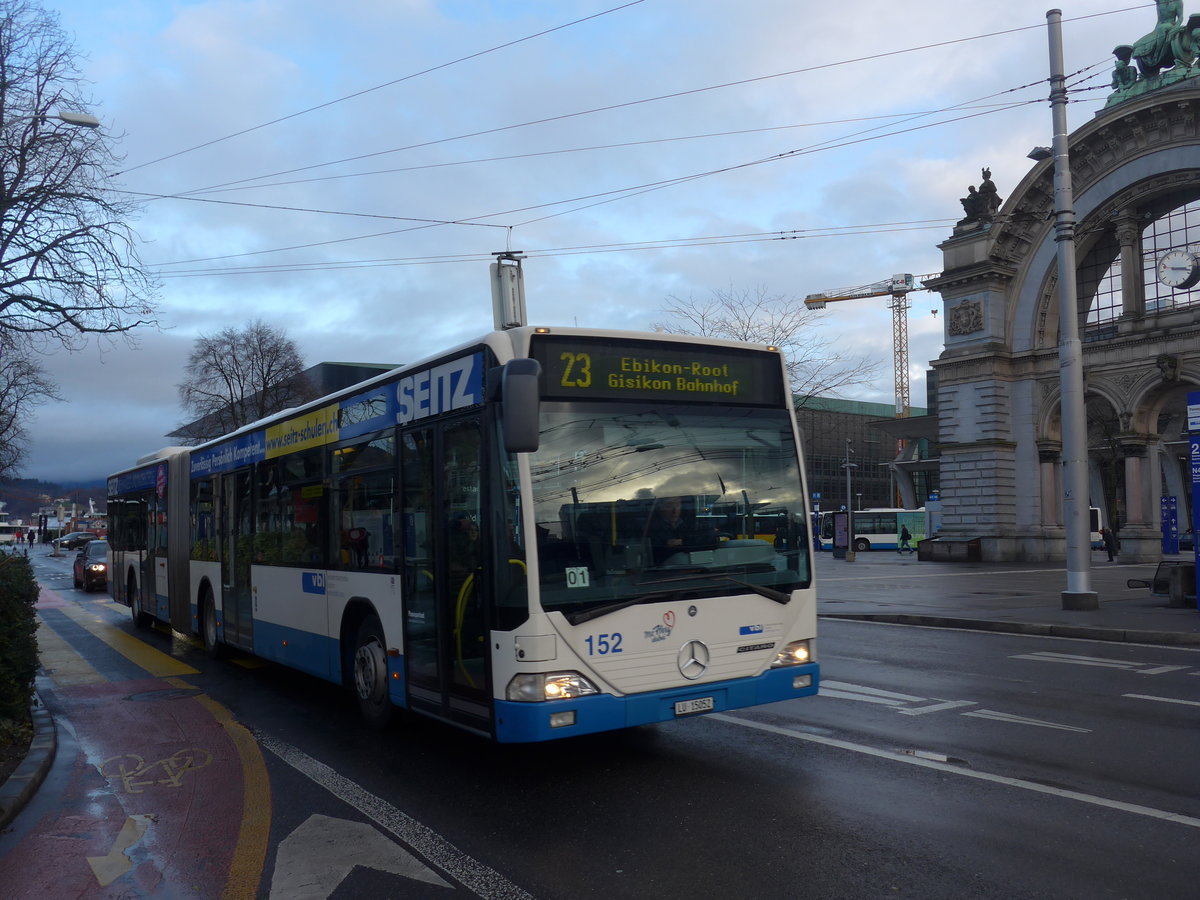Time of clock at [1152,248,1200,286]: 3:17
